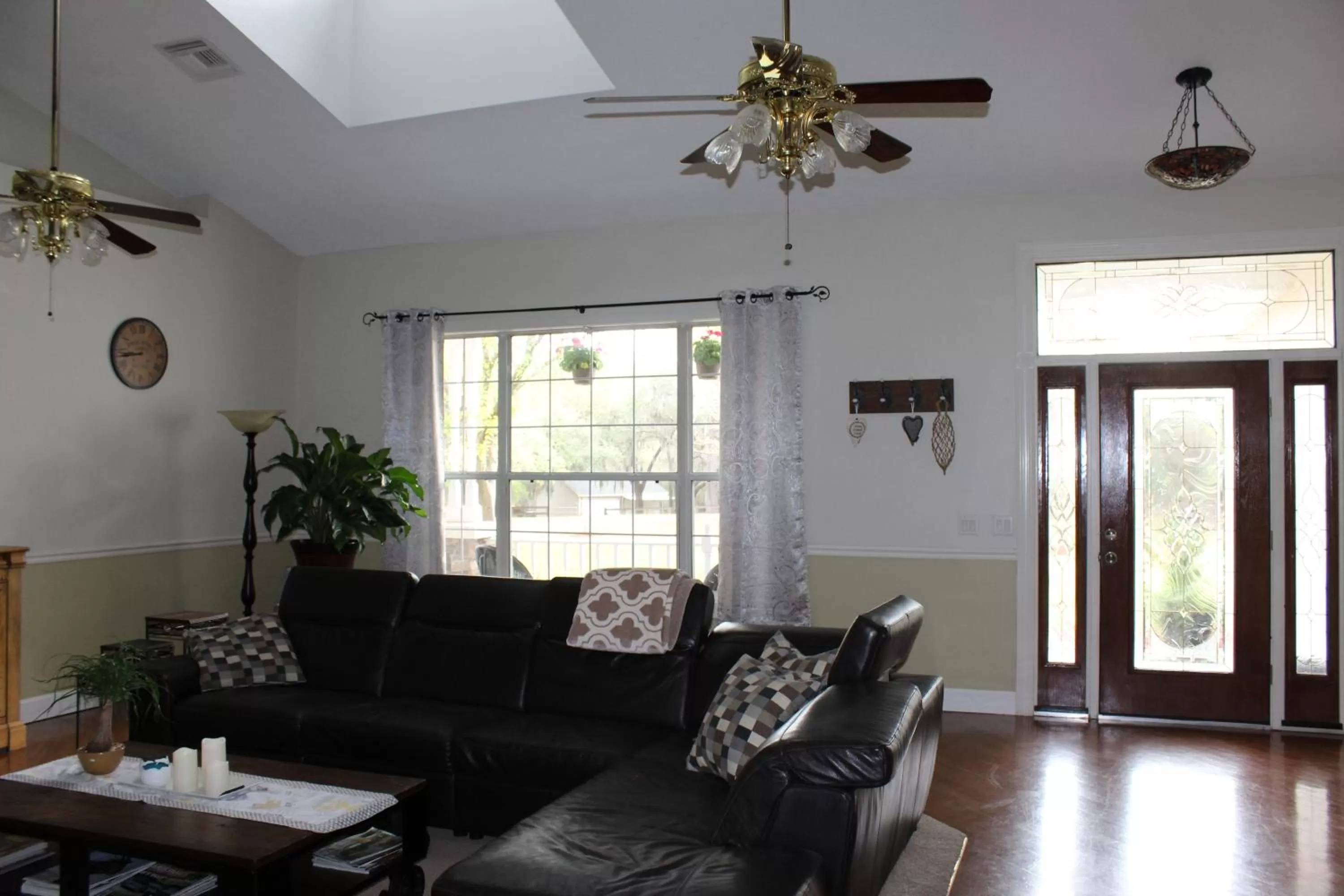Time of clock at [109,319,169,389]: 8:43
